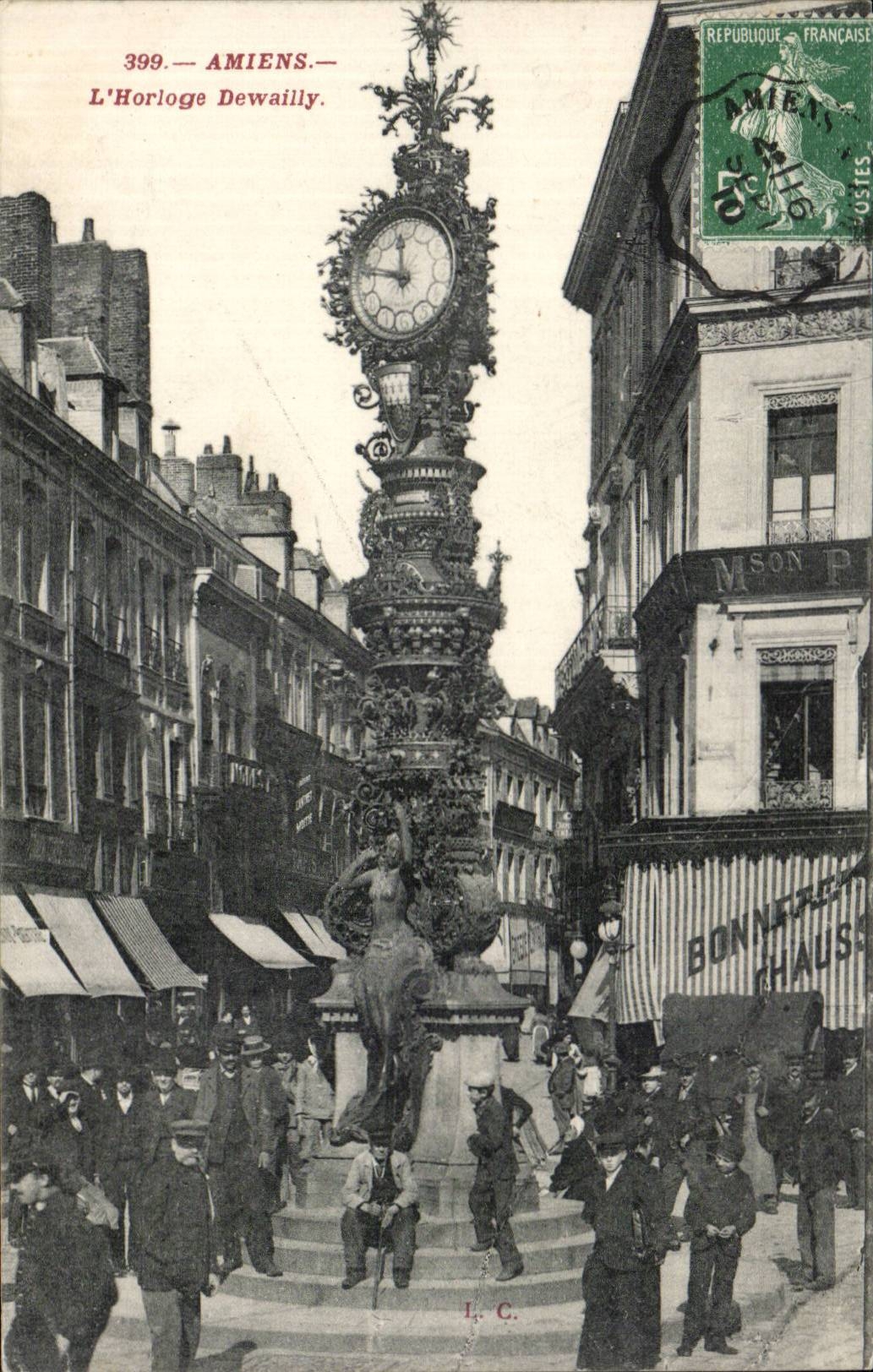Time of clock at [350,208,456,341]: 11:46
